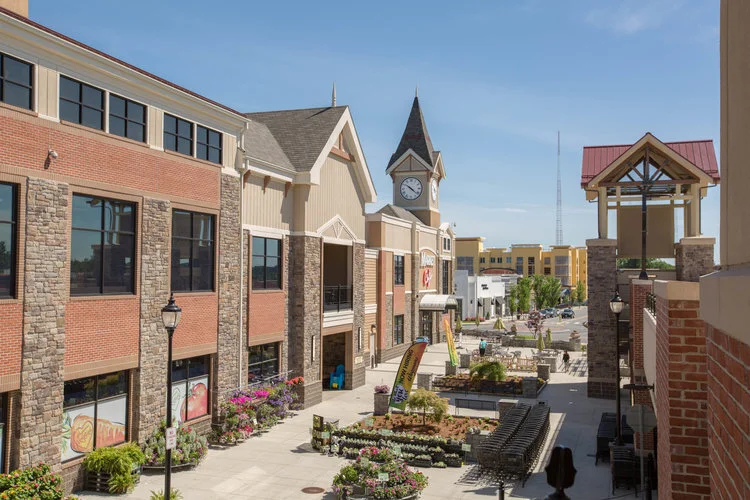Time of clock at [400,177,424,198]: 10:21
